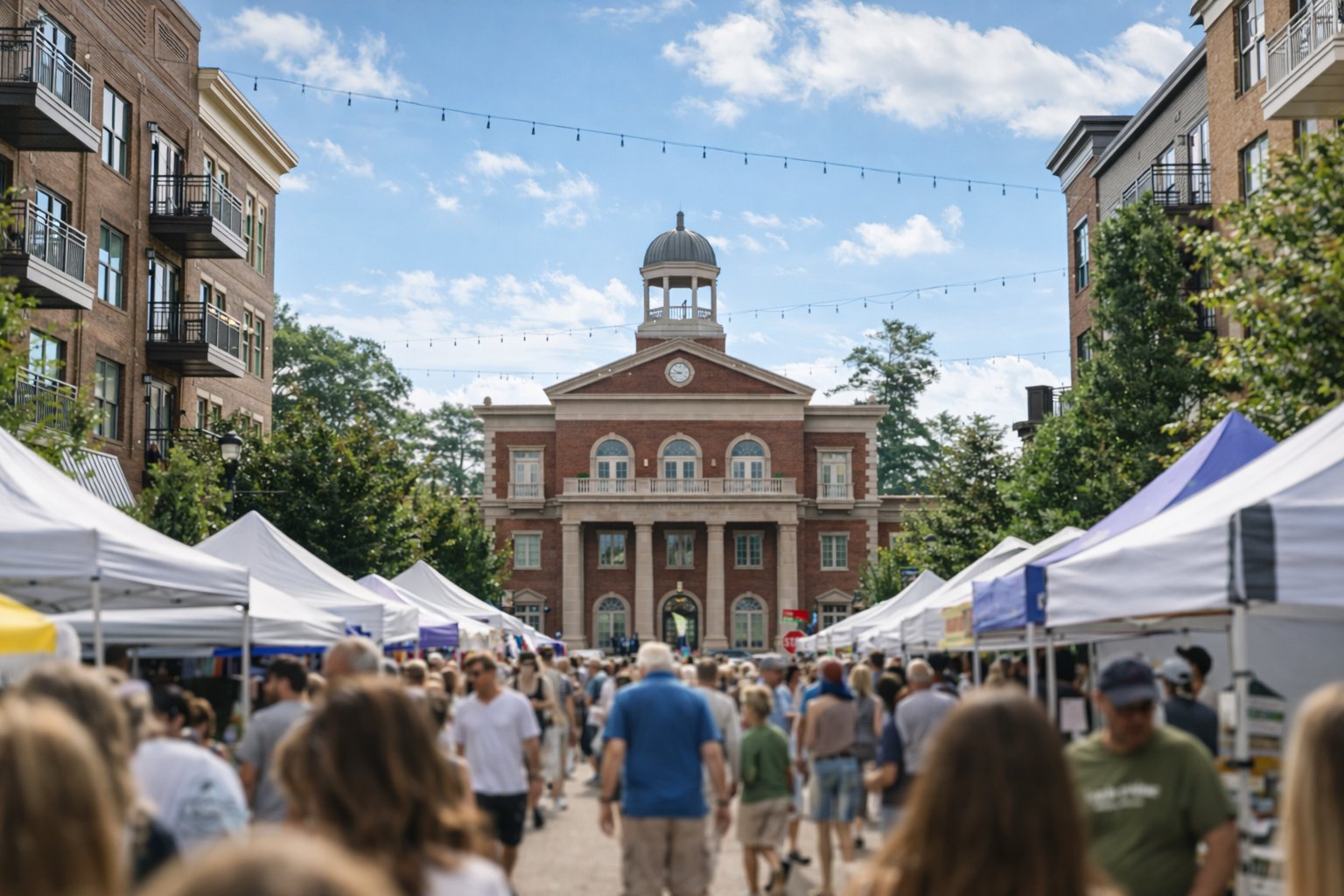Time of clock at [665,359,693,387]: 9:43
